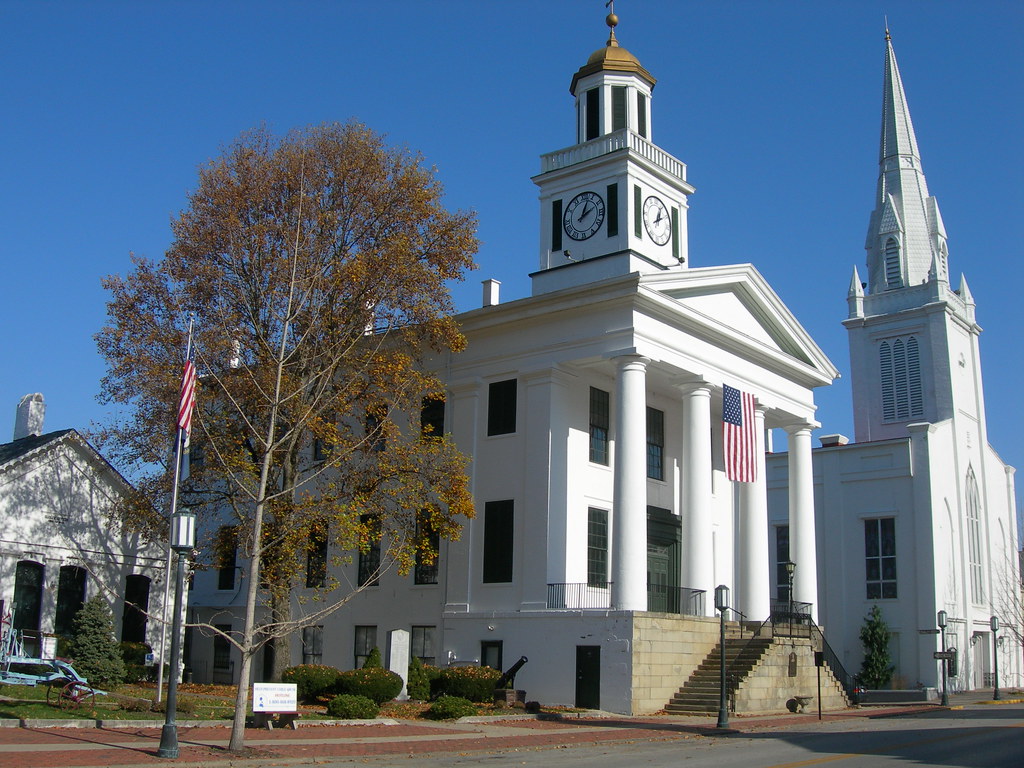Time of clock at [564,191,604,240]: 2:03
